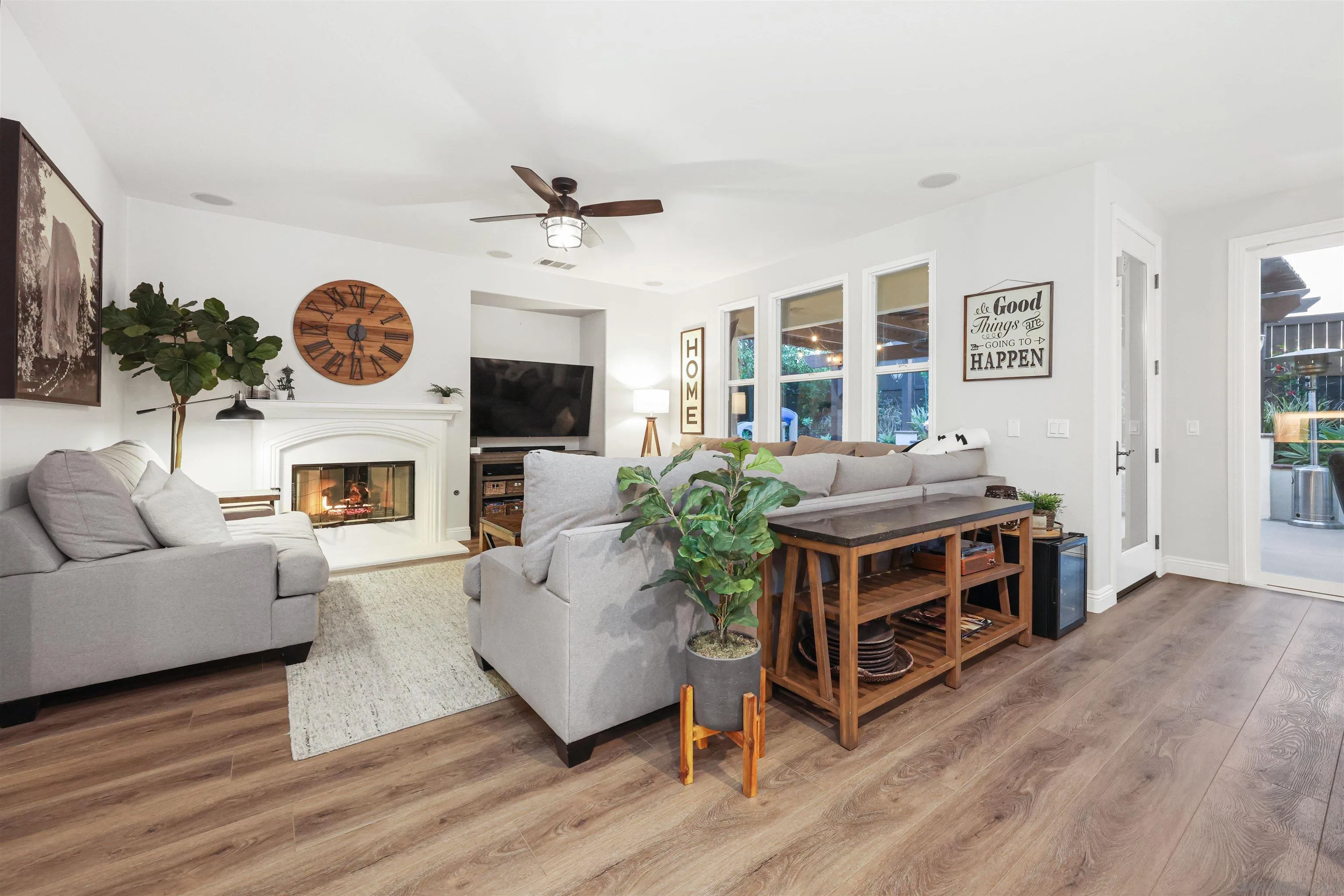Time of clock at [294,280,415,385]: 5:31
